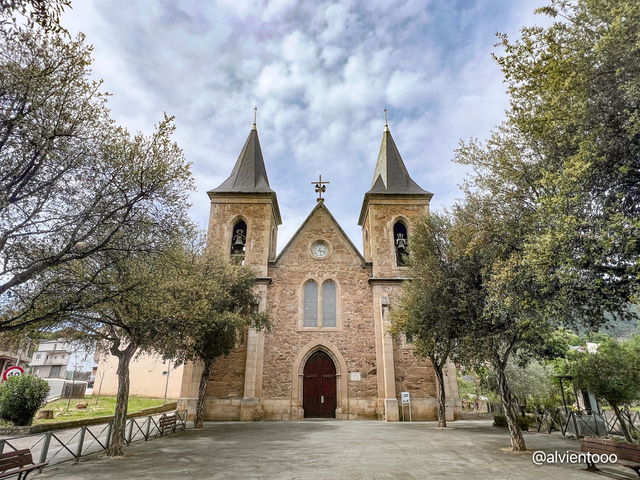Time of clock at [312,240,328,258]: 3:27
